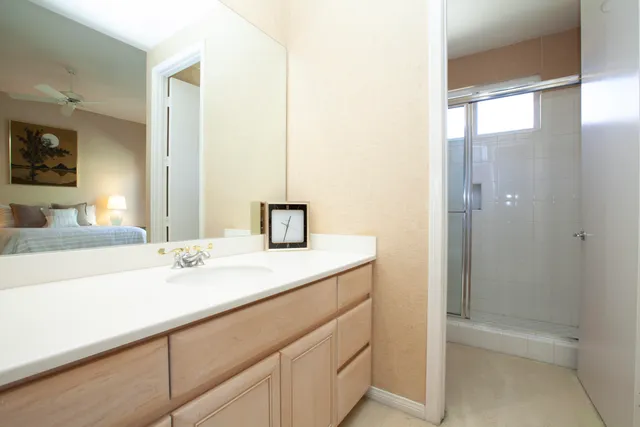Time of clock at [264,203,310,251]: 12:32
